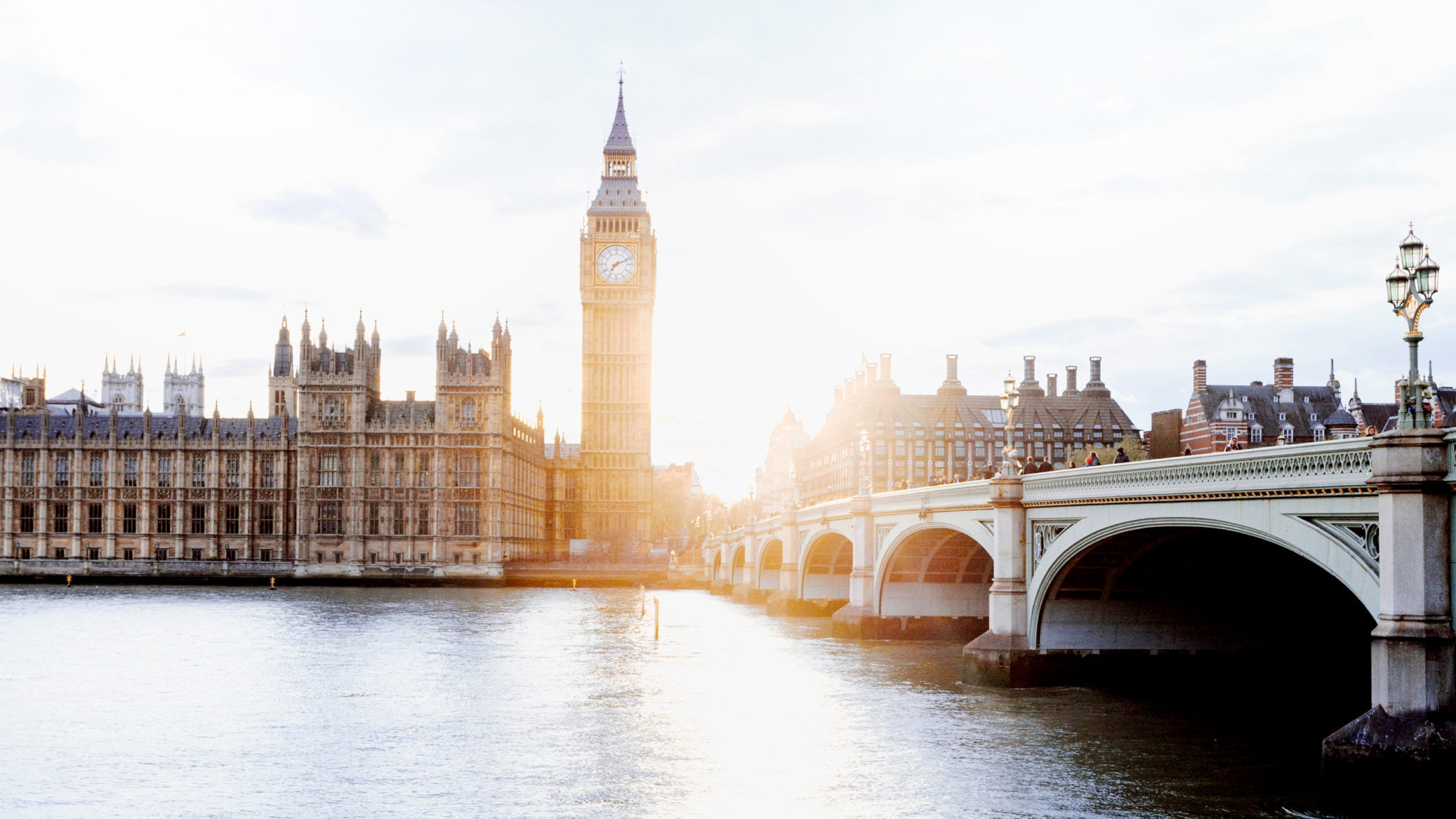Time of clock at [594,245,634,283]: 7:11
